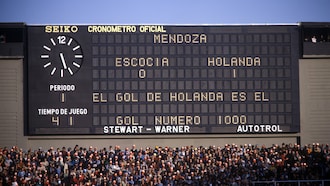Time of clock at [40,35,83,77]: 5:26
